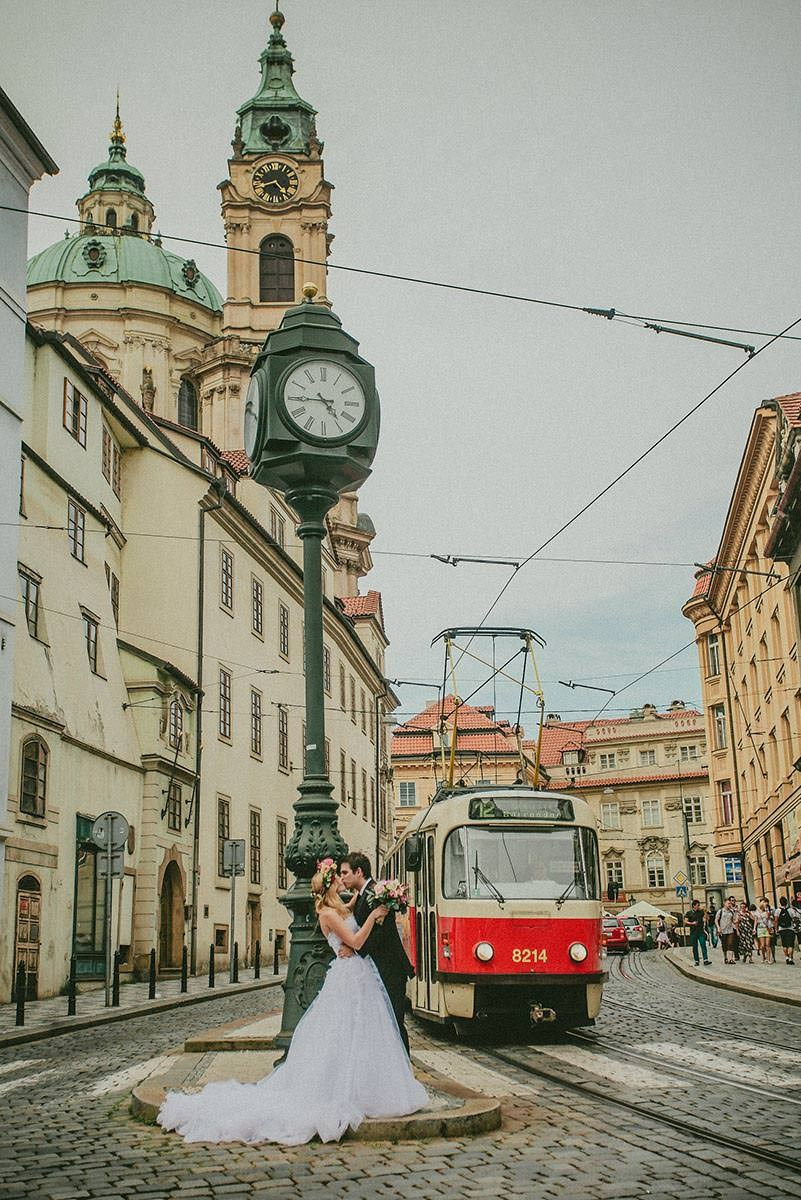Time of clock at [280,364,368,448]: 4:44
